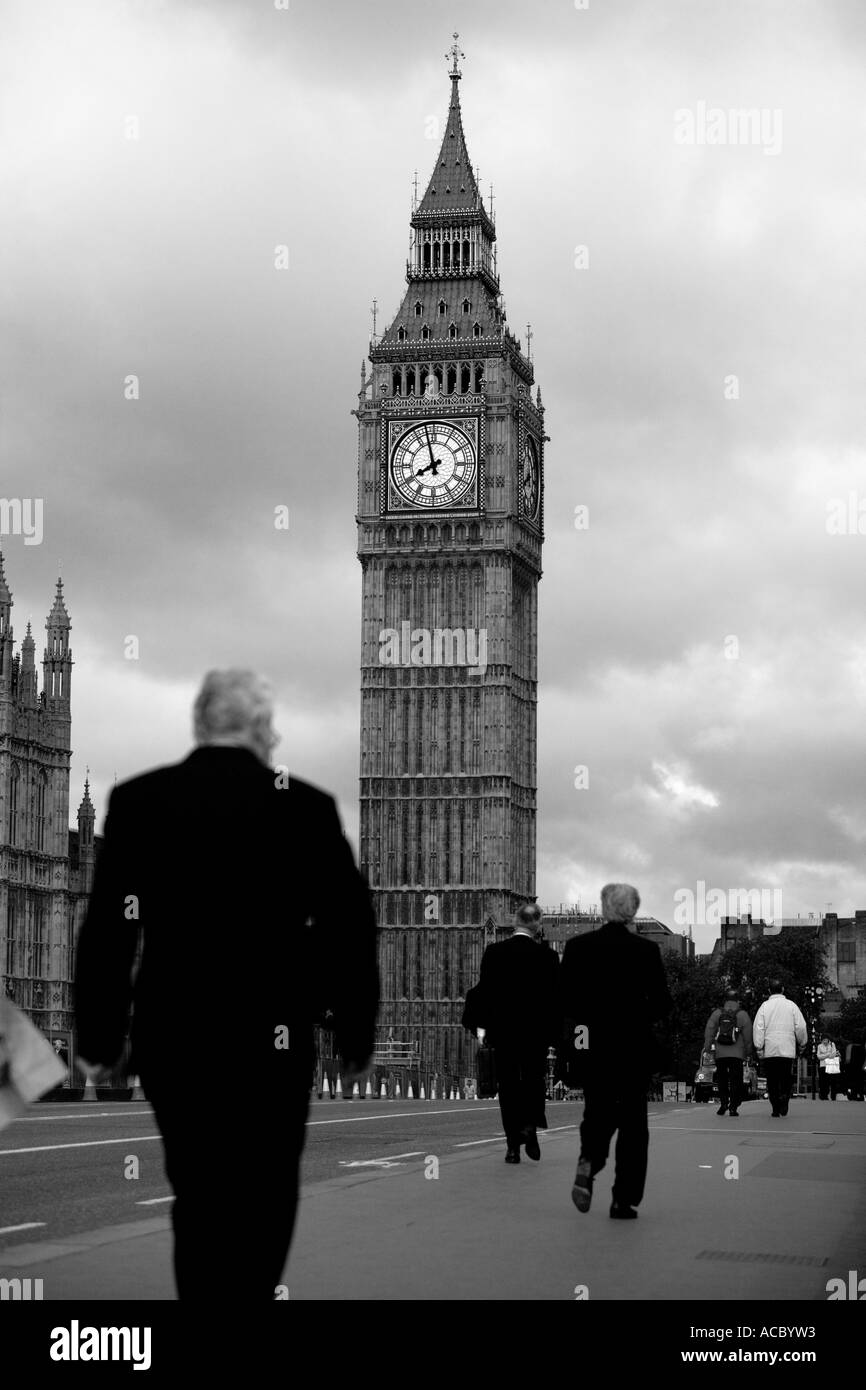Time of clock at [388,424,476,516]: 7:57
